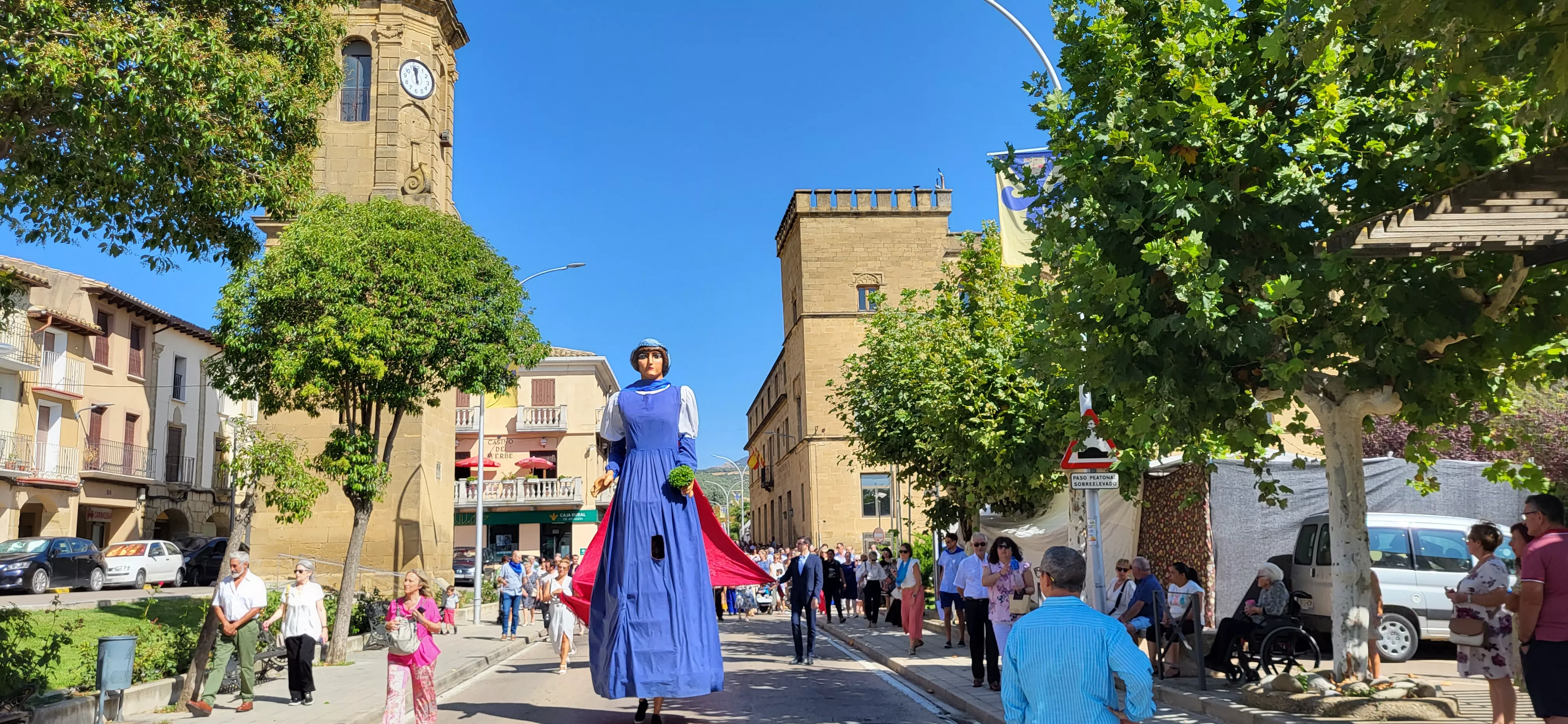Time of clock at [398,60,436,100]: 11:57
